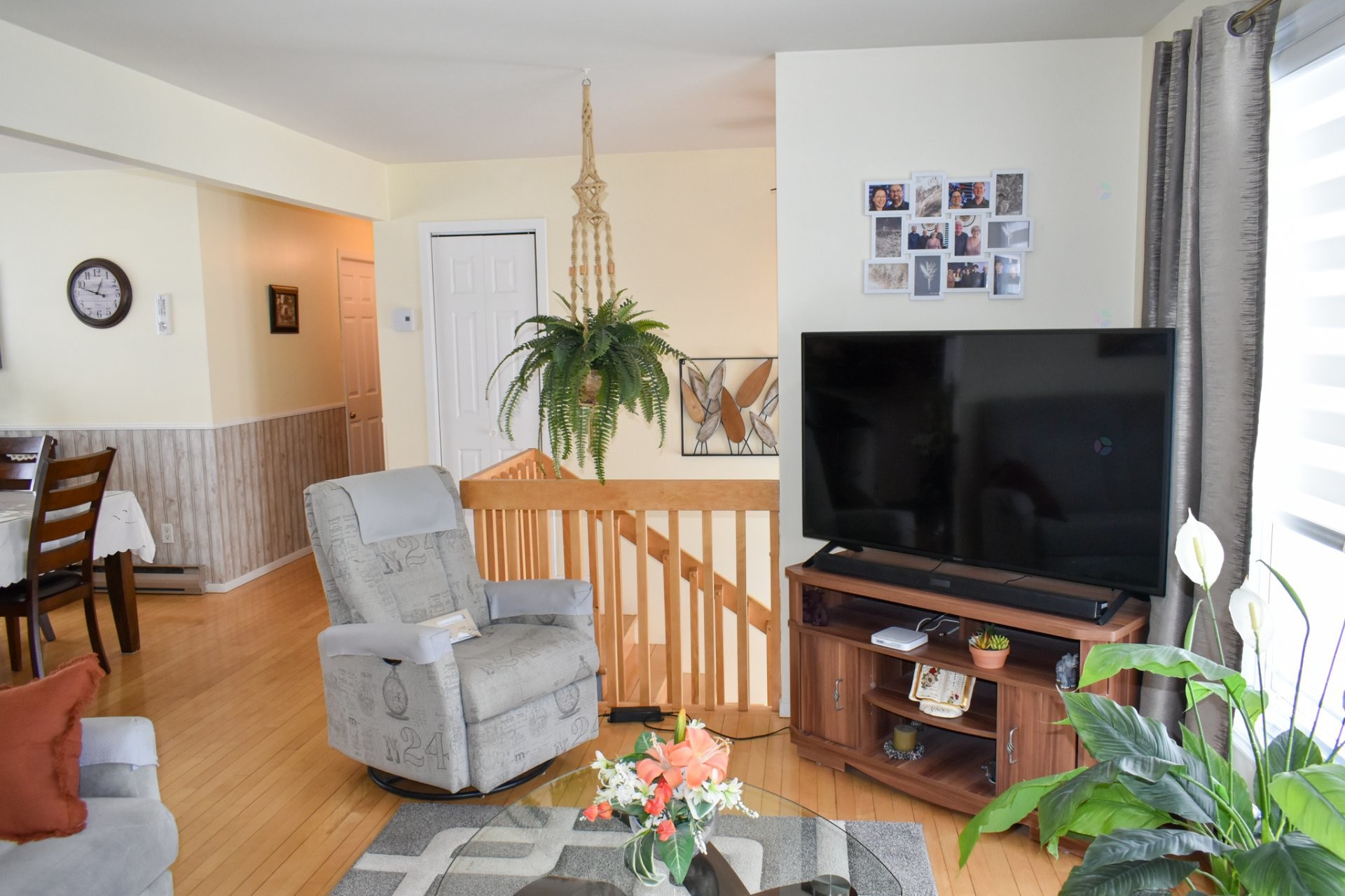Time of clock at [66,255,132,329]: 12:47
